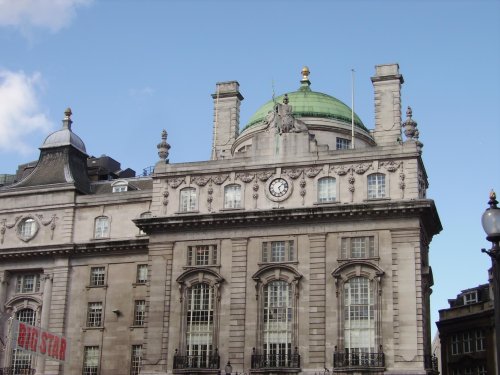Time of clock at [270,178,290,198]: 1:26
